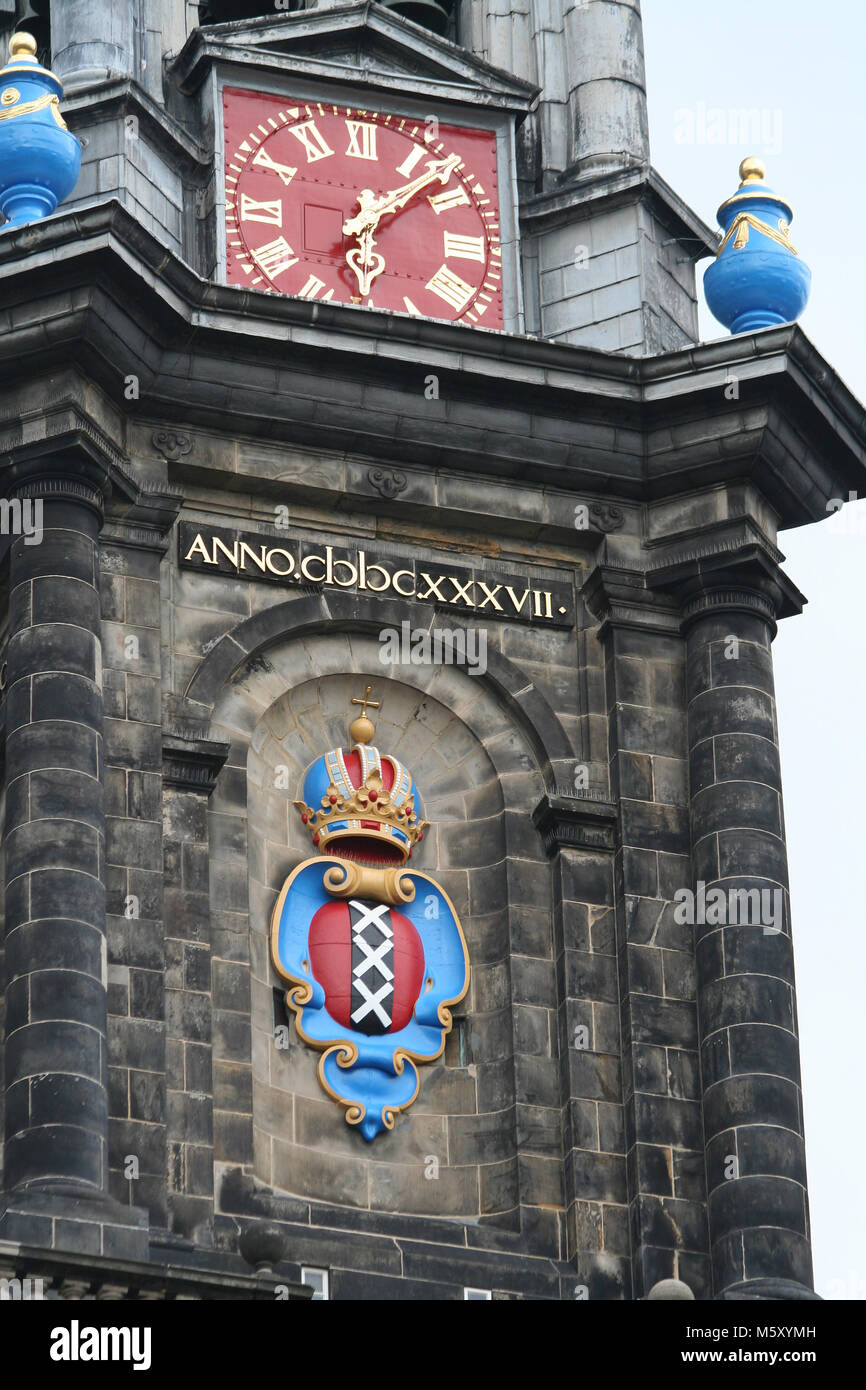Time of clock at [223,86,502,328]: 6:07
